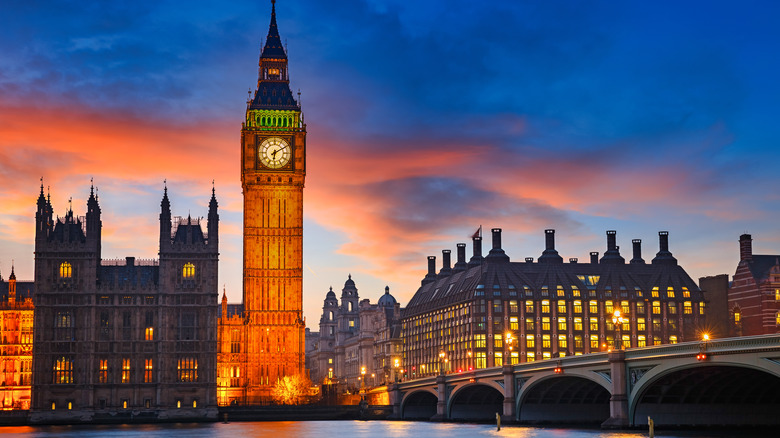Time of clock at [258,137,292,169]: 6:10
